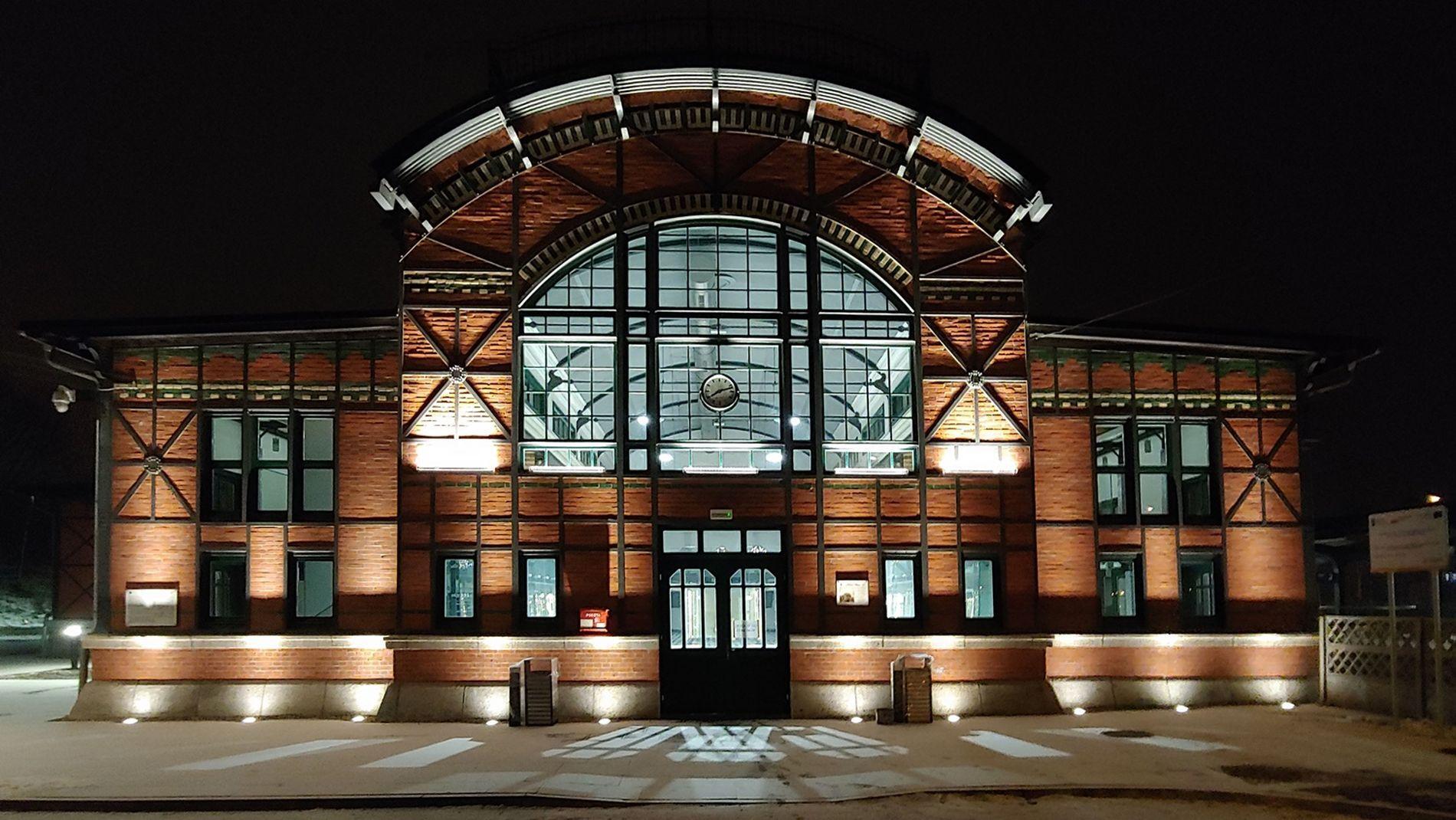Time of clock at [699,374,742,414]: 8:12
